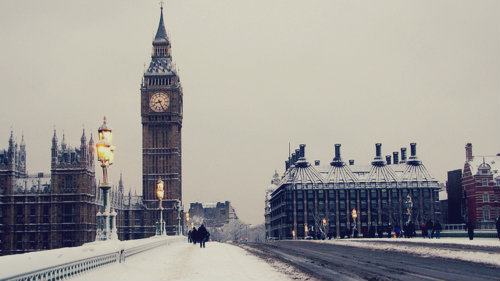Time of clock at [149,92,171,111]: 8:26
